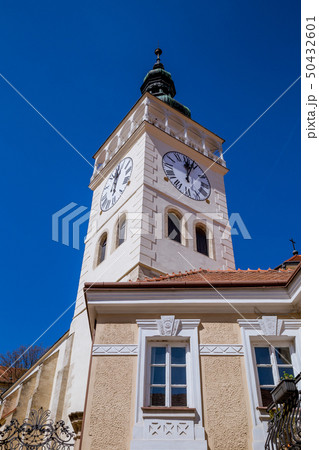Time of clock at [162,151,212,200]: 12:03
